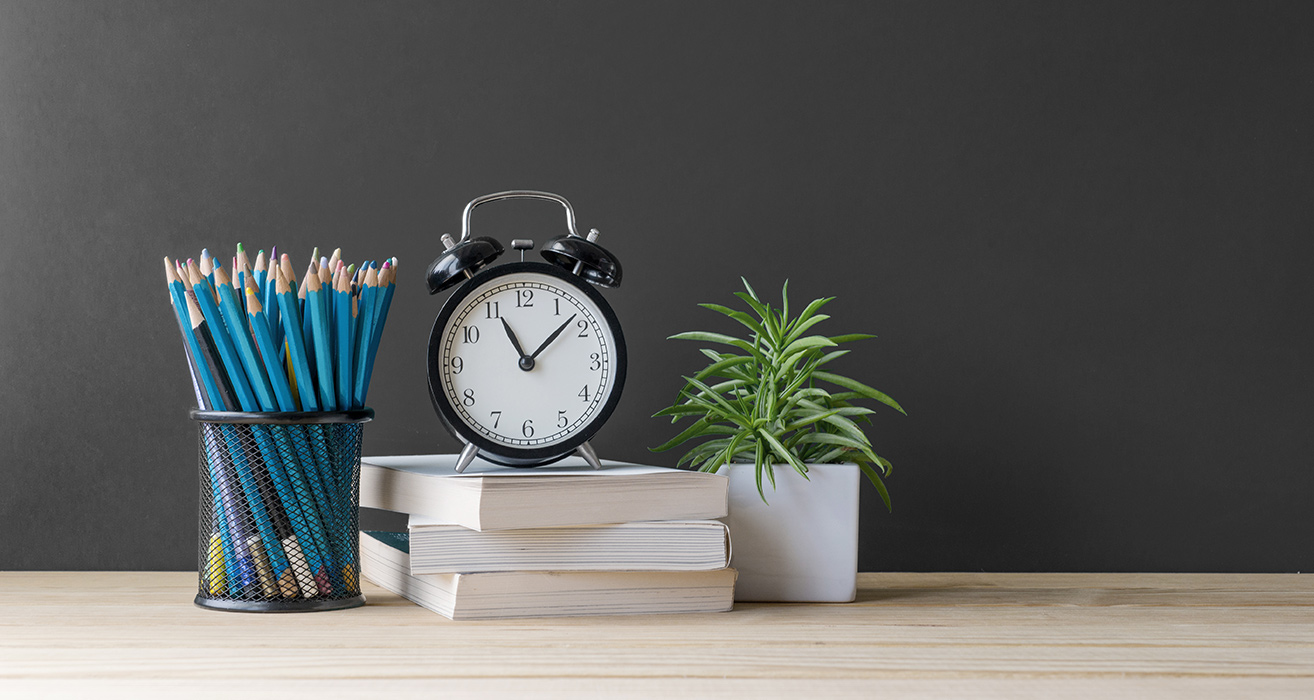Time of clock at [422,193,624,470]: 11:08
